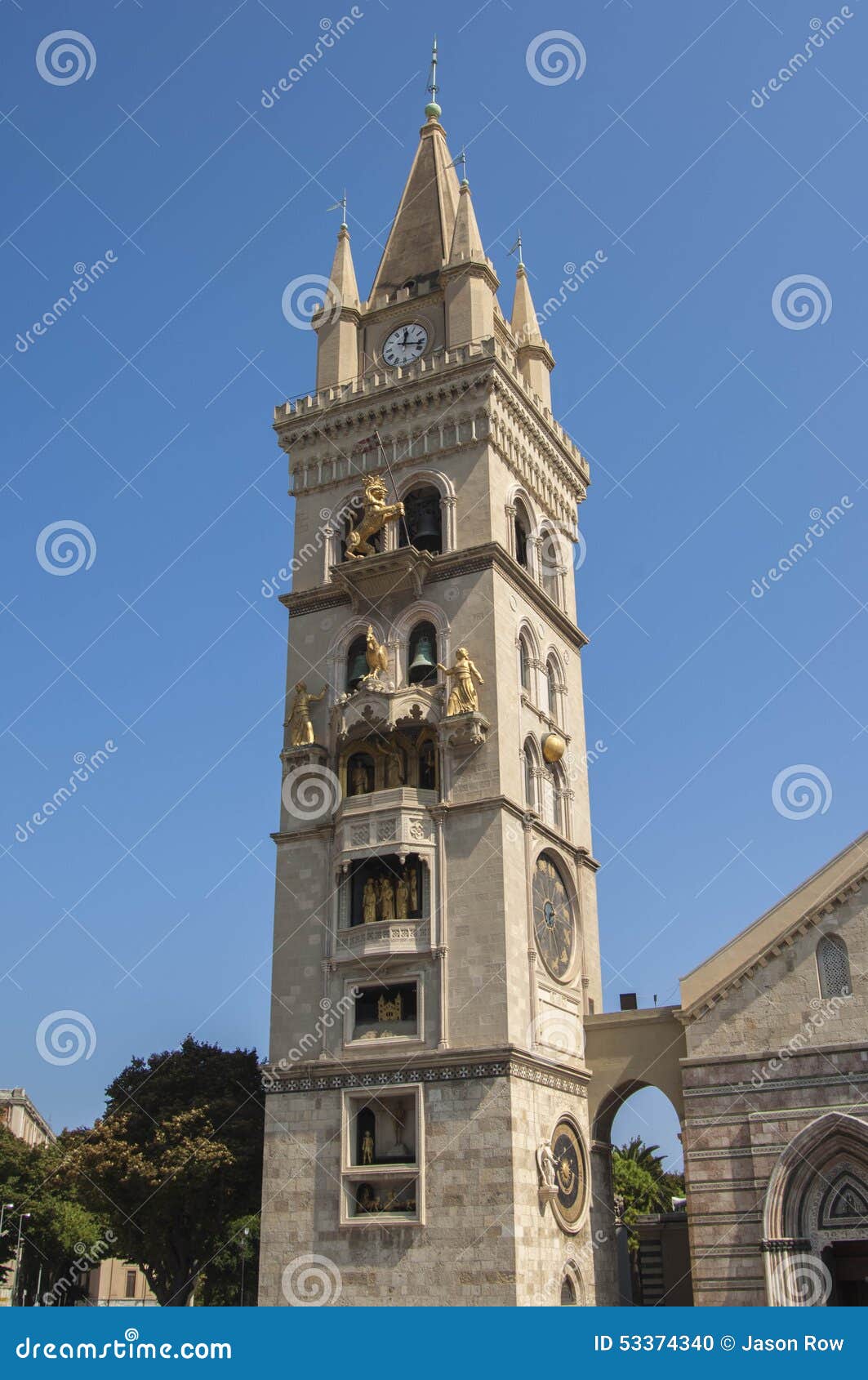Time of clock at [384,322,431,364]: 12:17
